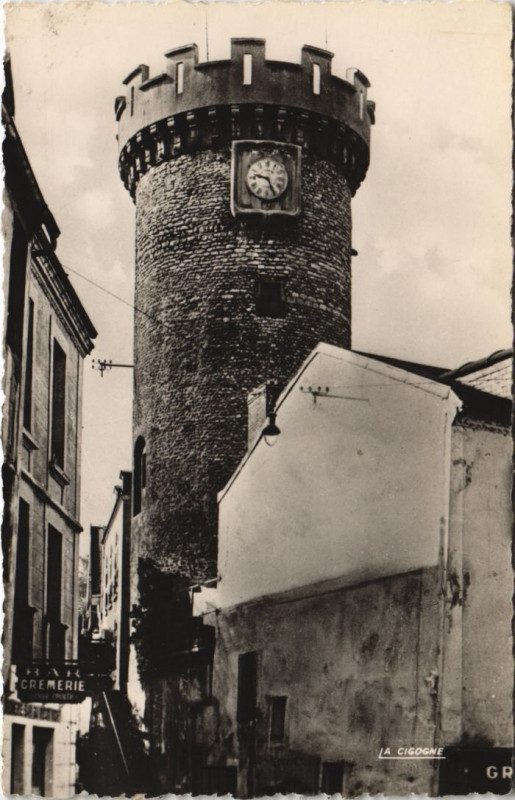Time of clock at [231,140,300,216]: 9:25
